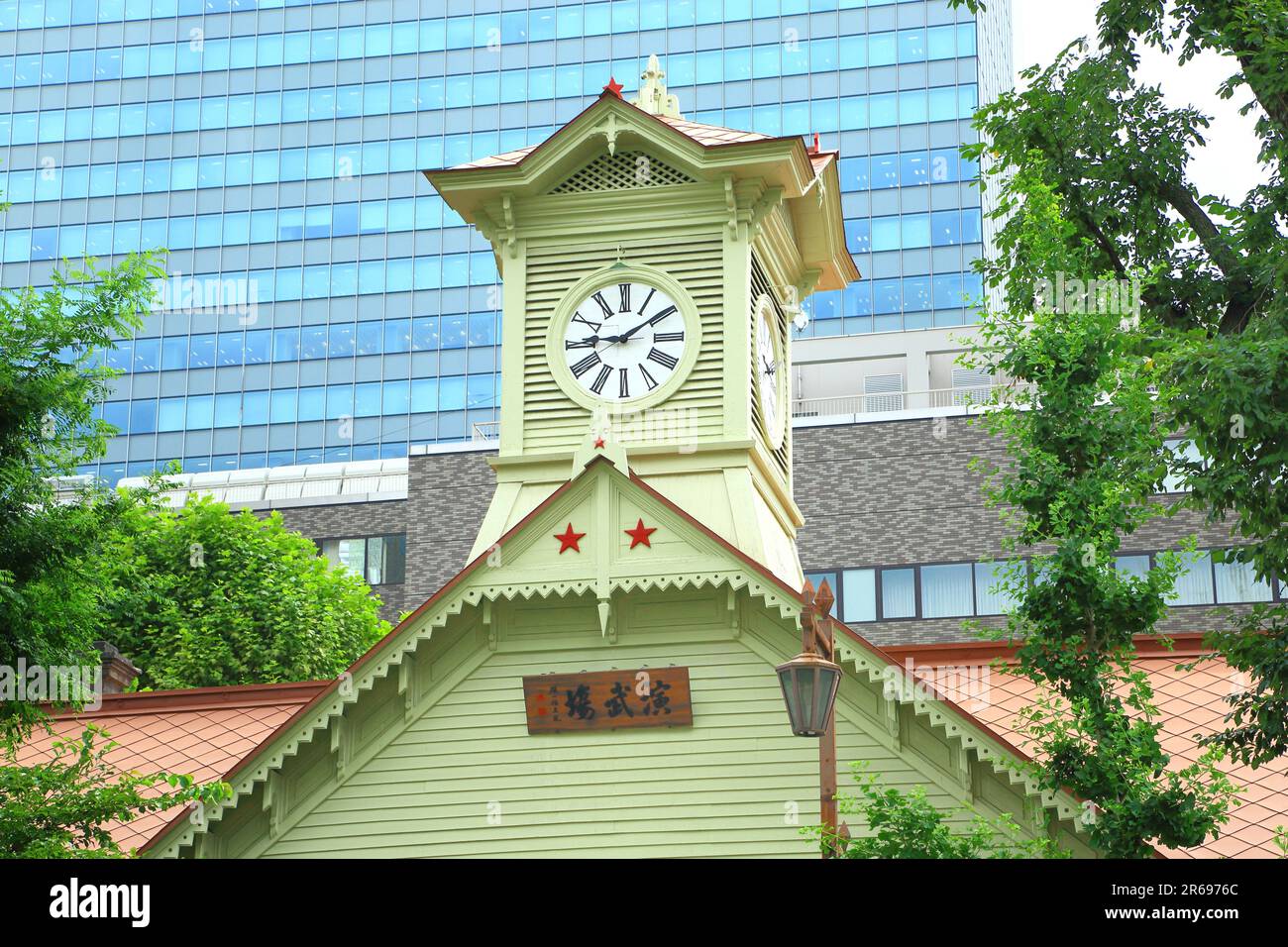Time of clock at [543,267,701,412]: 9:09
